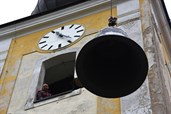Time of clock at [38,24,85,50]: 11:21
